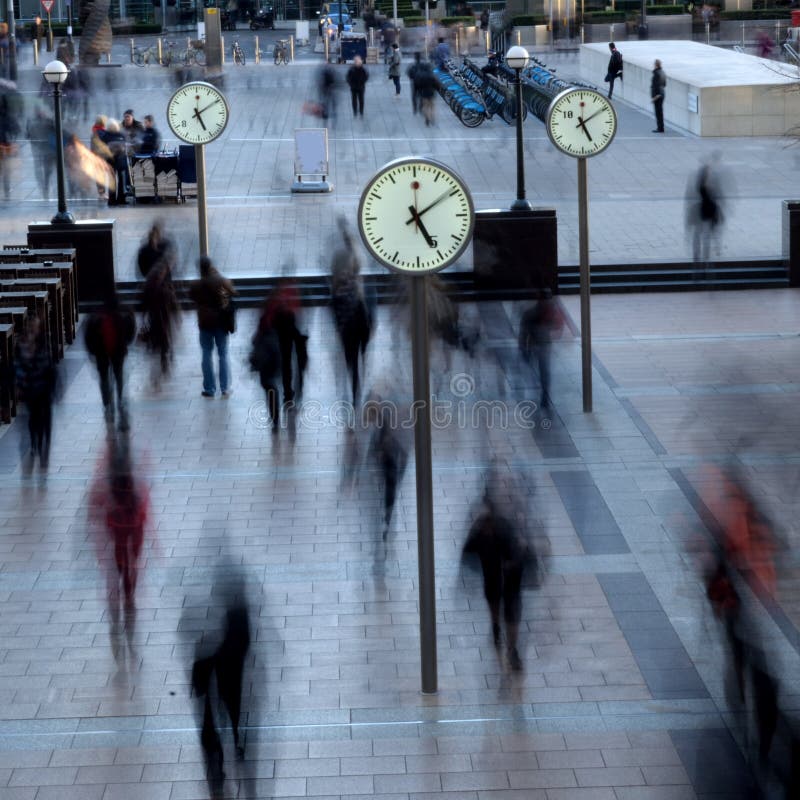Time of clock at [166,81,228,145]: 5:09
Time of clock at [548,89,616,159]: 5:09
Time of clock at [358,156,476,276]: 5:09
